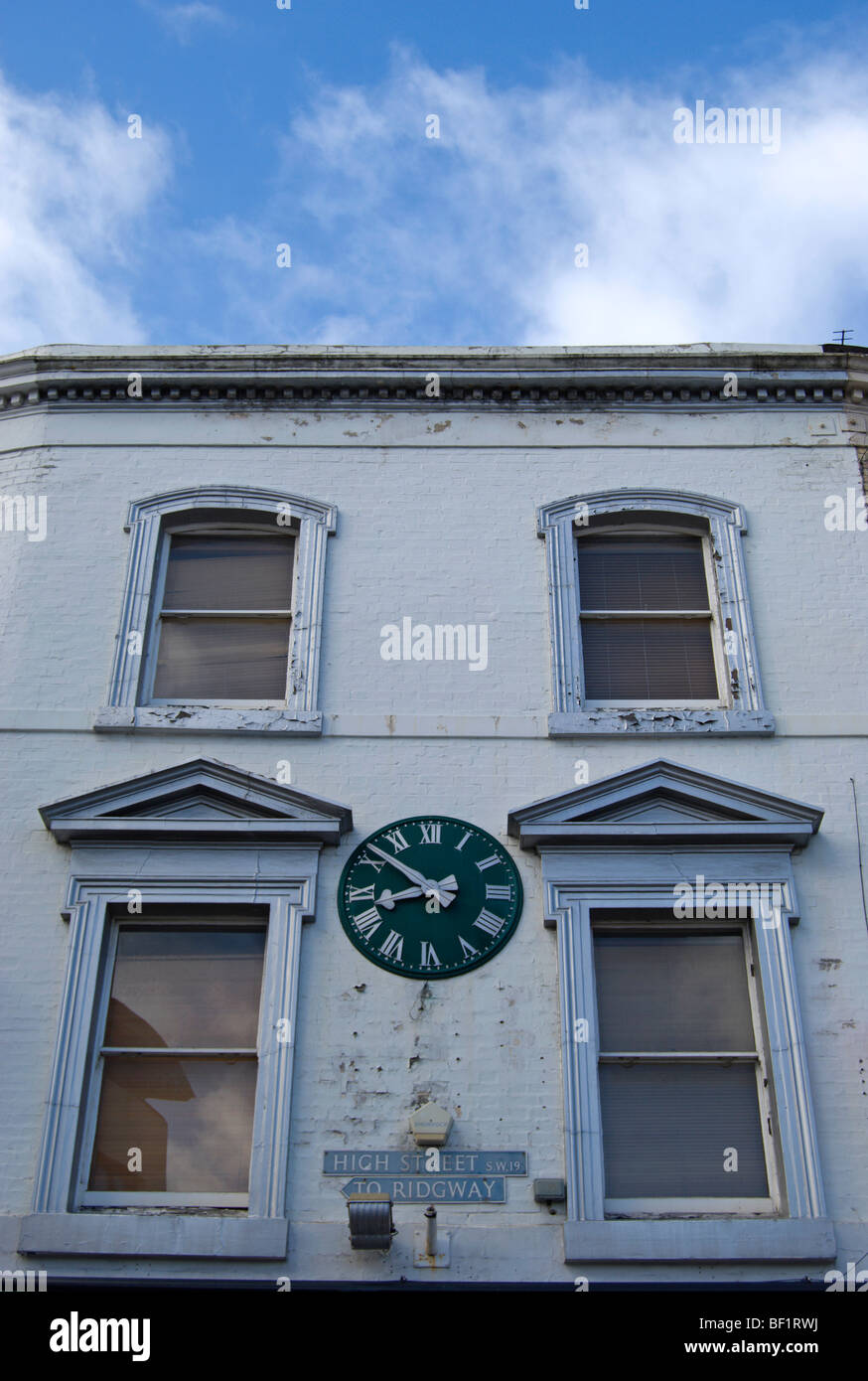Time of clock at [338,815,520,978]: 8:51
